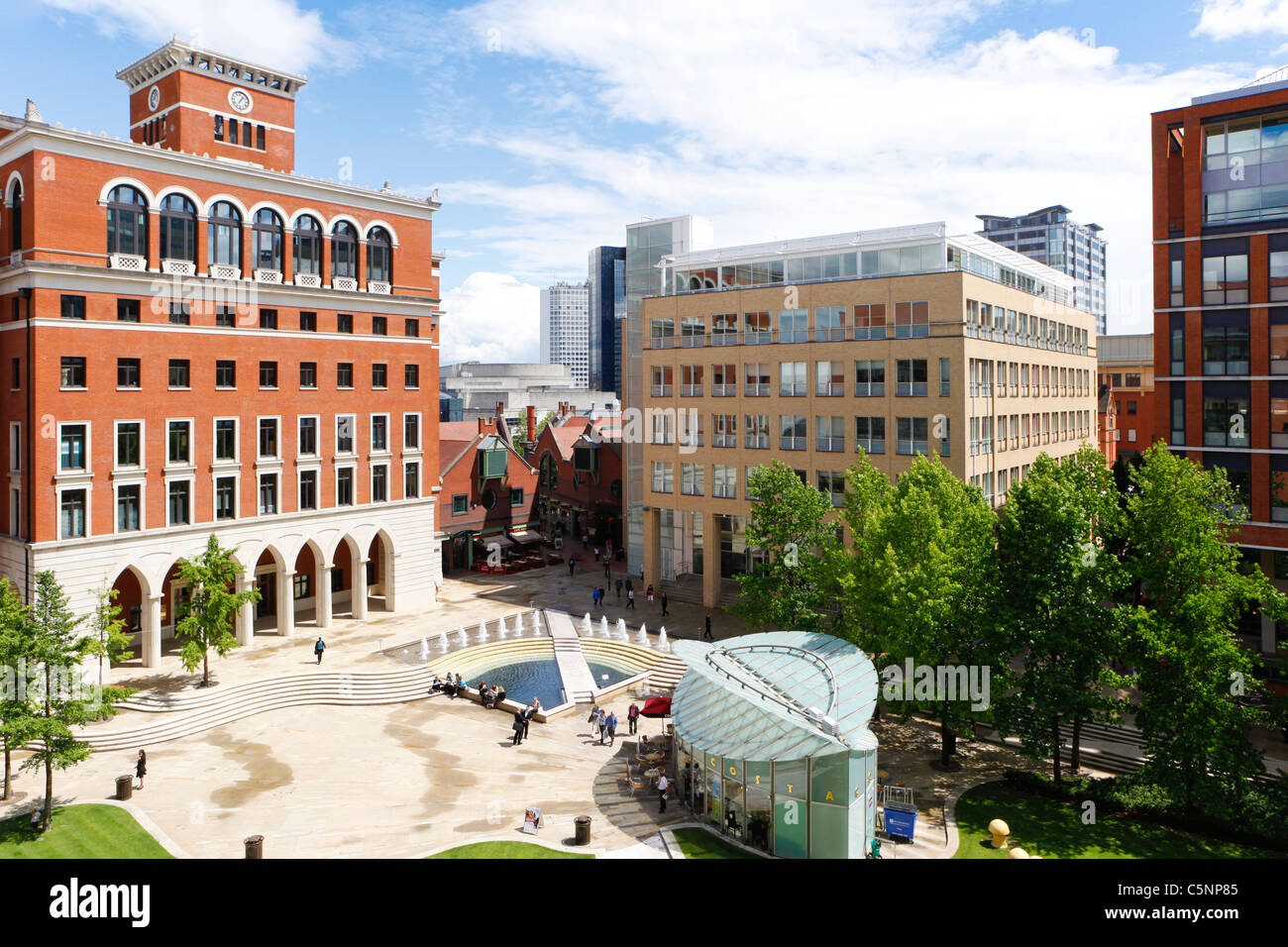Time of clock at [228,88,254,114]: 7:06
